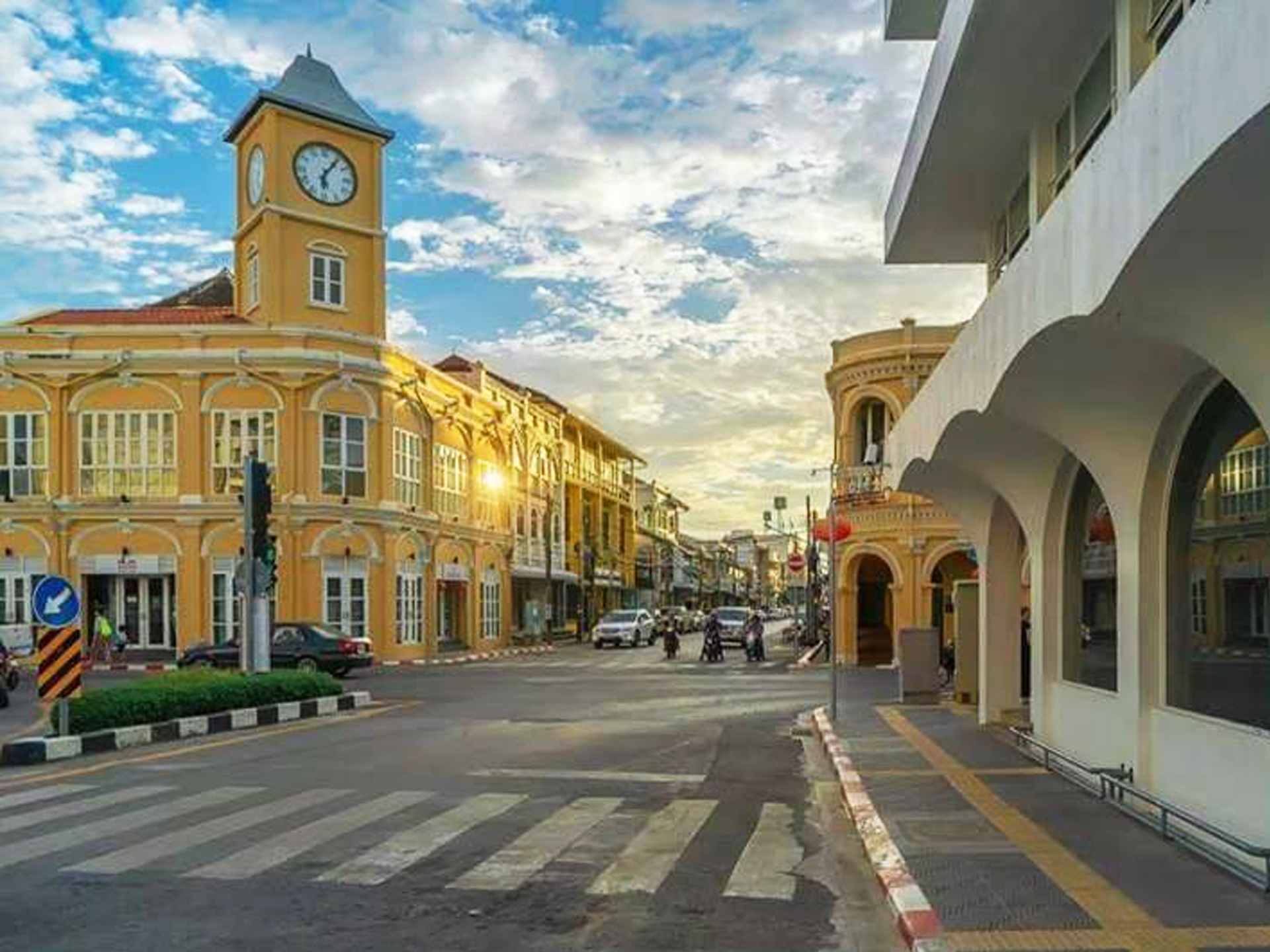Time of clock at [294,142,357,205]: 6:06
